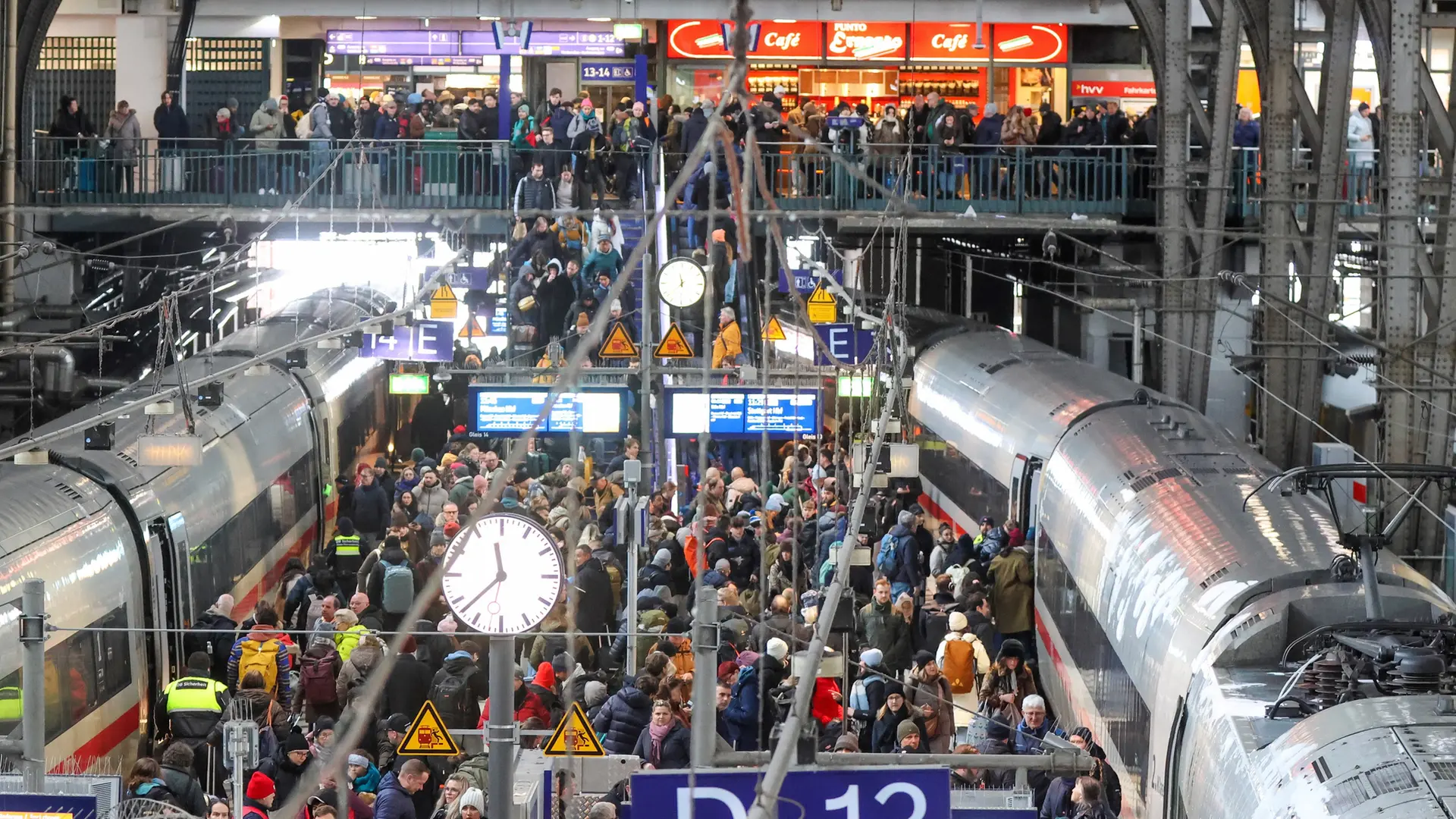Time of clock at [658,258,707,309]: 11:37
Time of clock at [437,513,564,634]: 11:37
